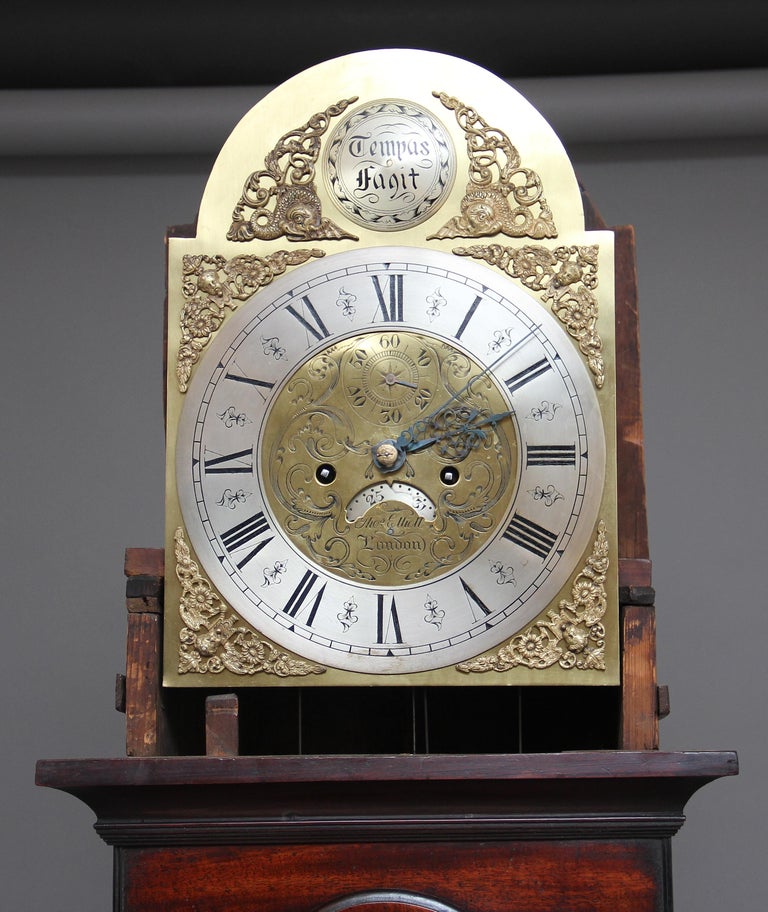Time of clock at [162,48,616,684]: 4:12
